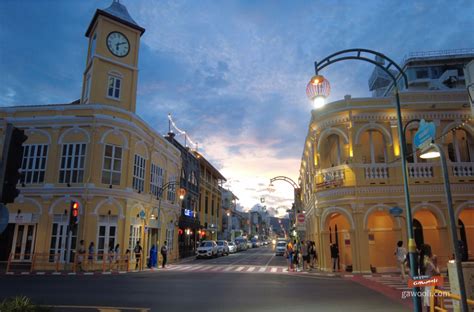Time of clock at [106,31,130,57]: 6:10
